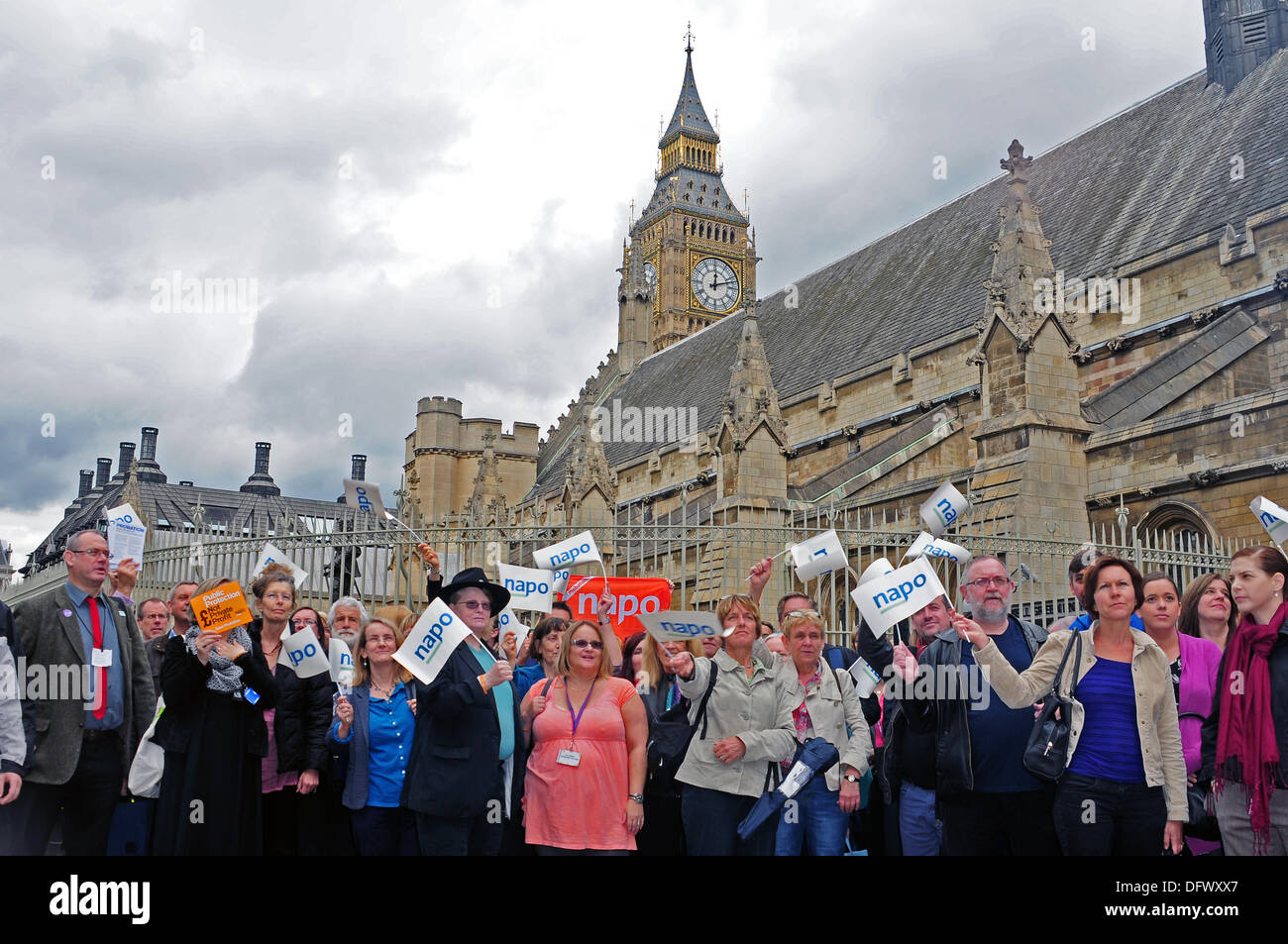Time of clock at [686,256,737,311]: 12:12
